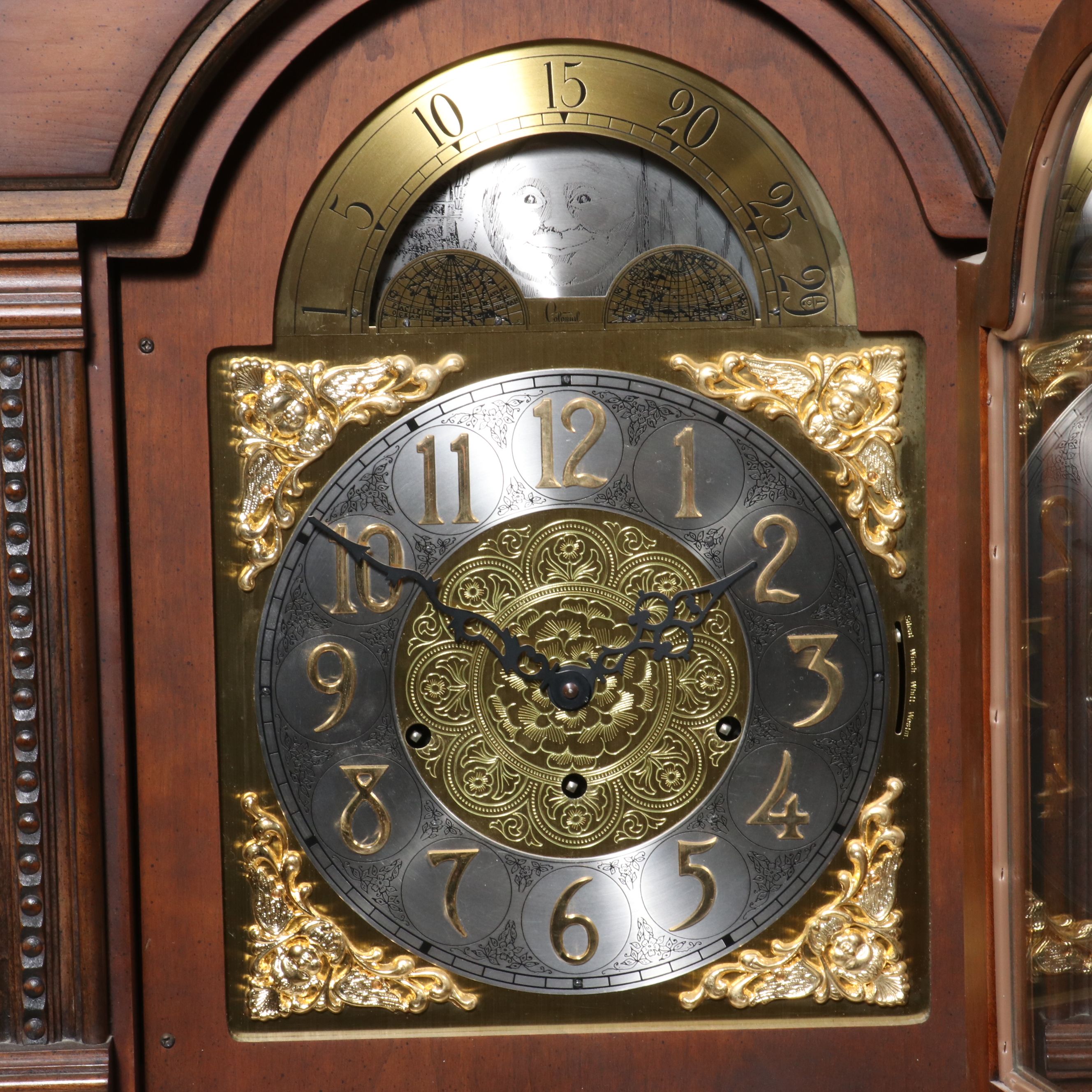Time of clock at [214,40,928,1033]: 9:50
